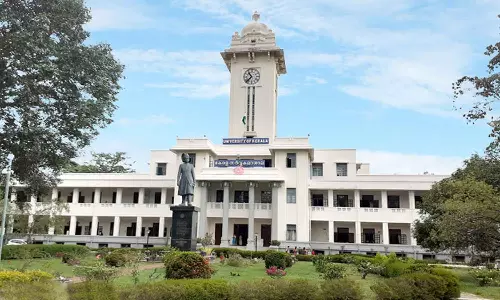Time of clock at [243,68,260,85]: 10:37
